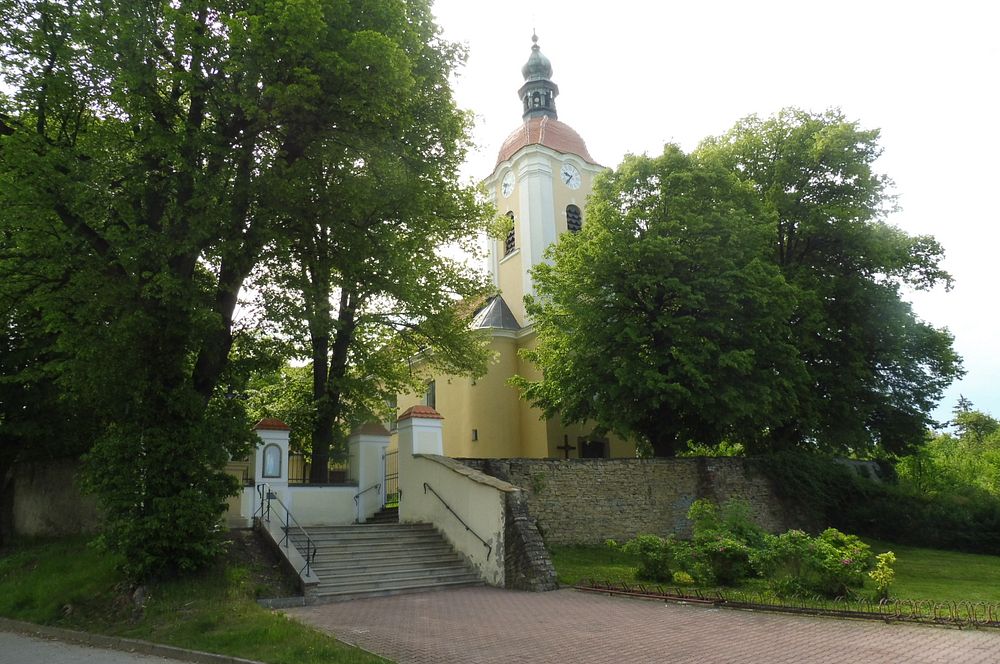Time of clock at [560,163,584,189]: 9:36
